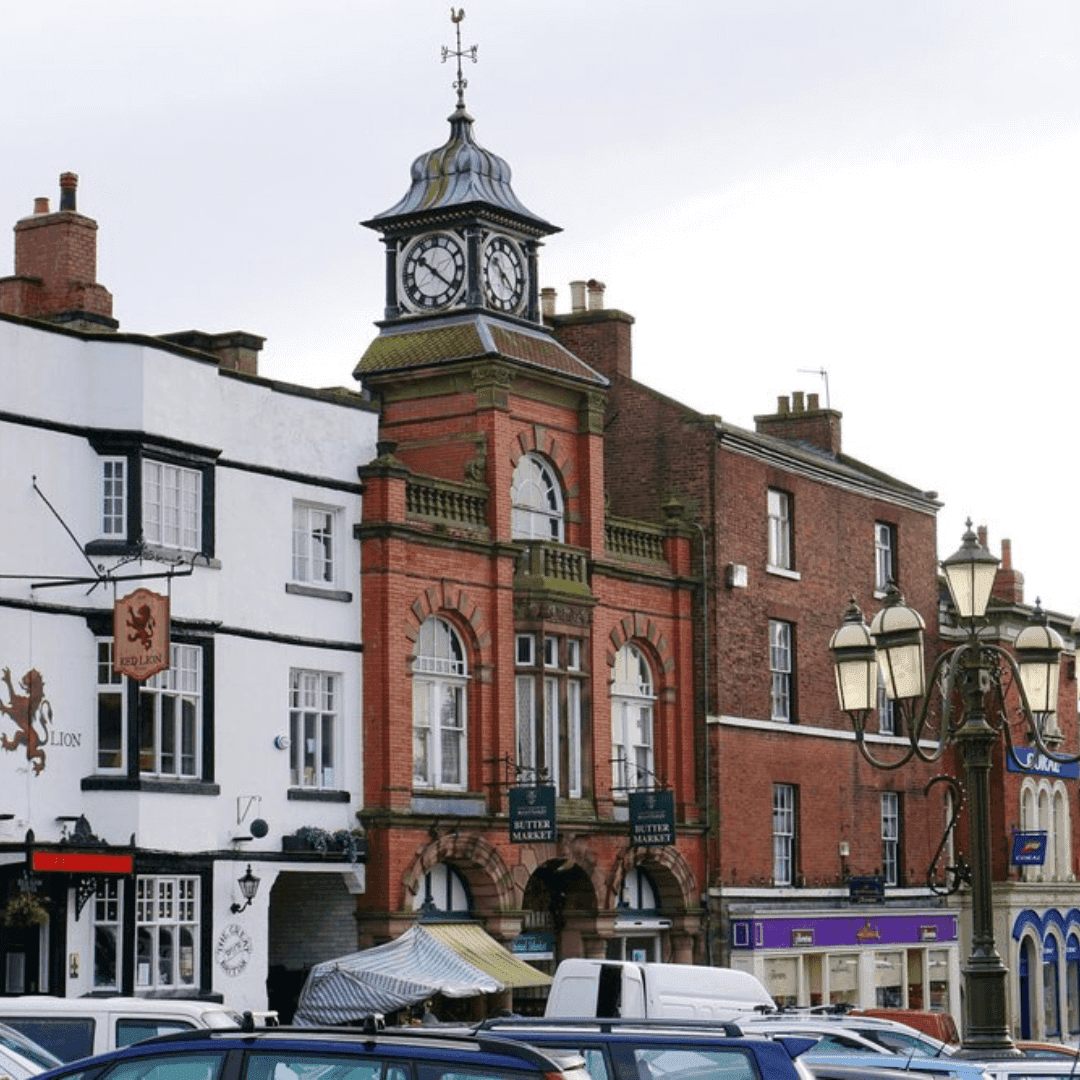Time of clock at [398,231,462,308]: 10:22
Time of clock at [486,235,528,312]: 10:21
